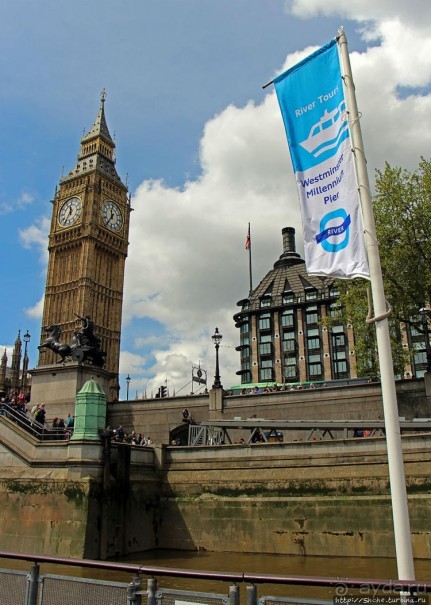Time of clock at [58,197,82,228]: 11:35
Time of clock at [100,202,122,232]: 11:35
